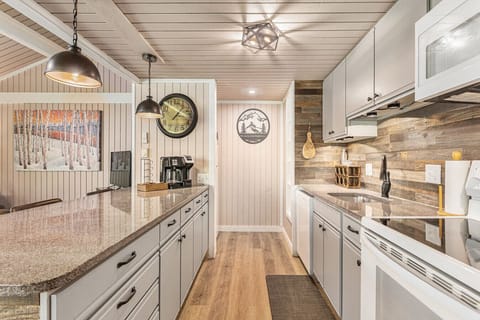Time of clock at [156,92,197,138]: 7:17
